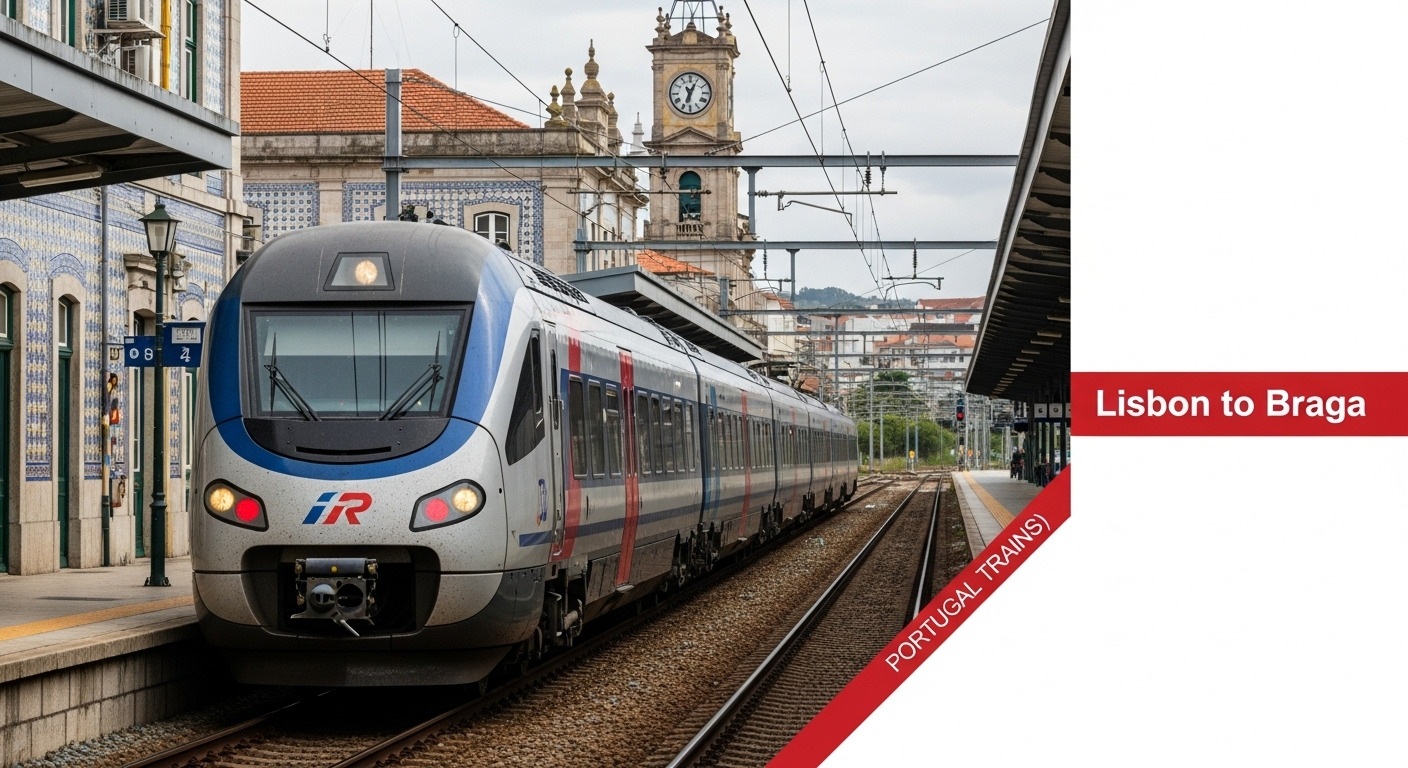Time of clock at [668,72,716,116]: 11:04
